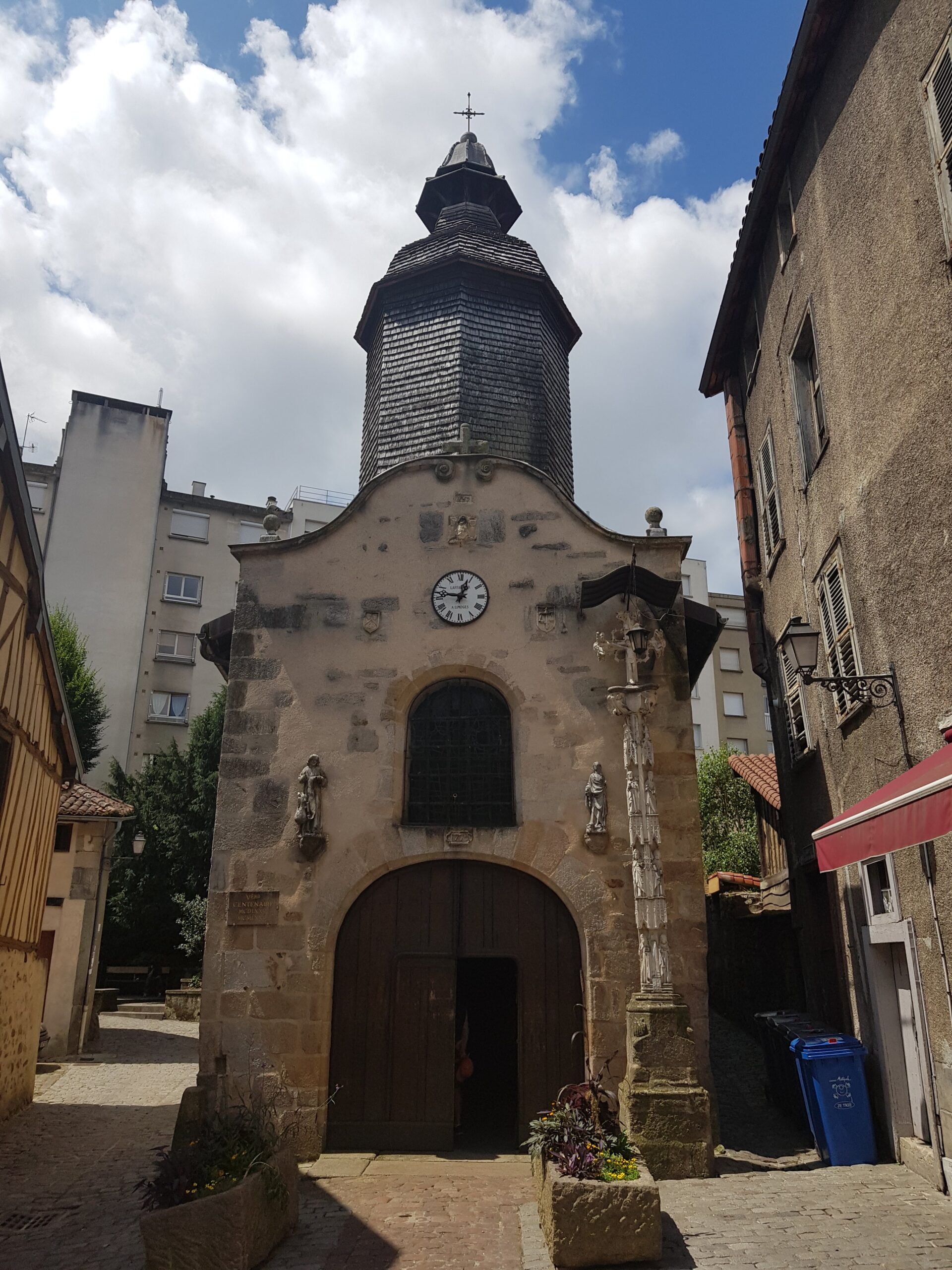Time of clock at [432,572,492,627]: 12:46
